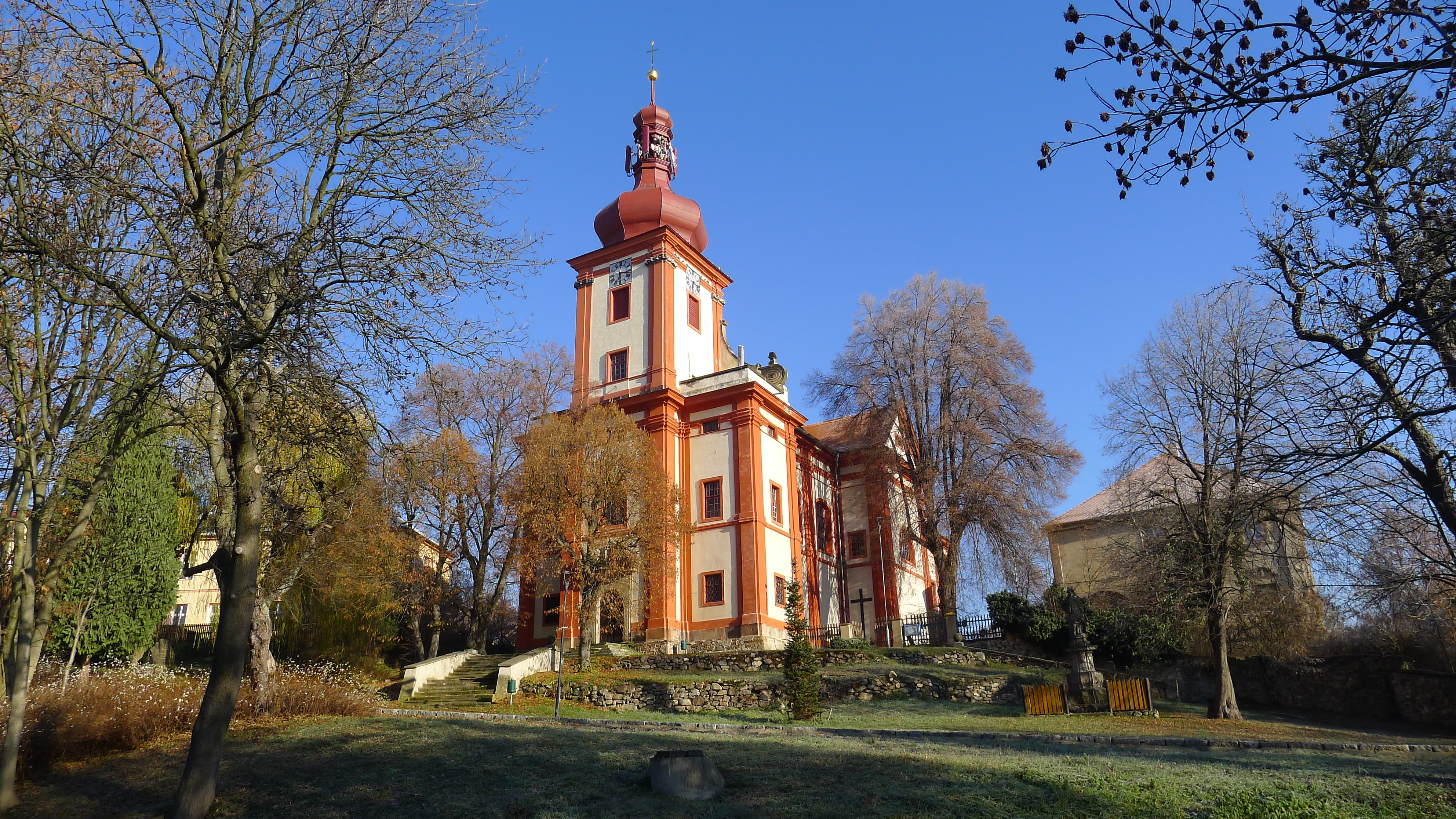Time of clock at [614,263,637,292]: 6:17
